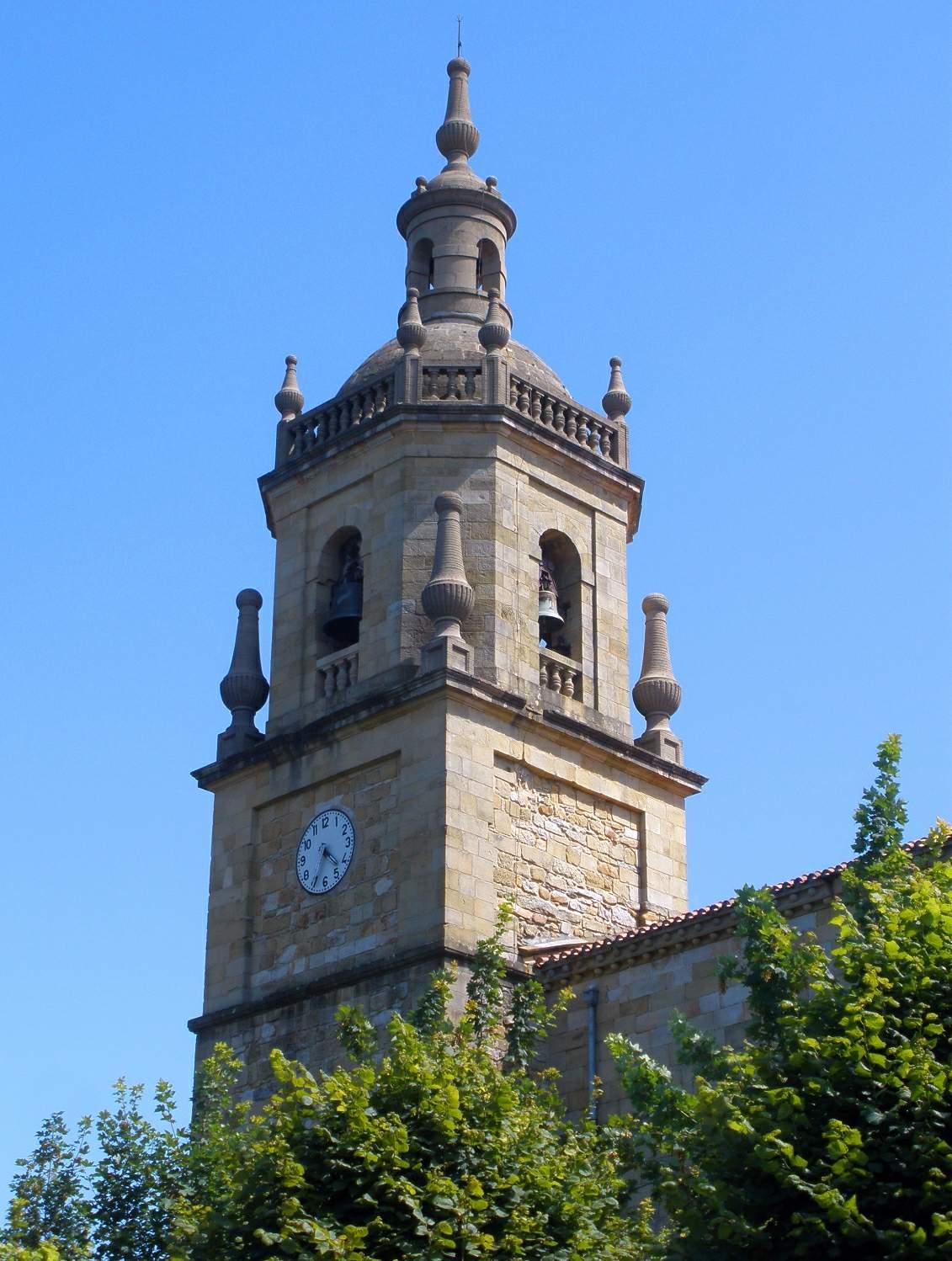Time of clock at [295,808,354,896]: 4:34
